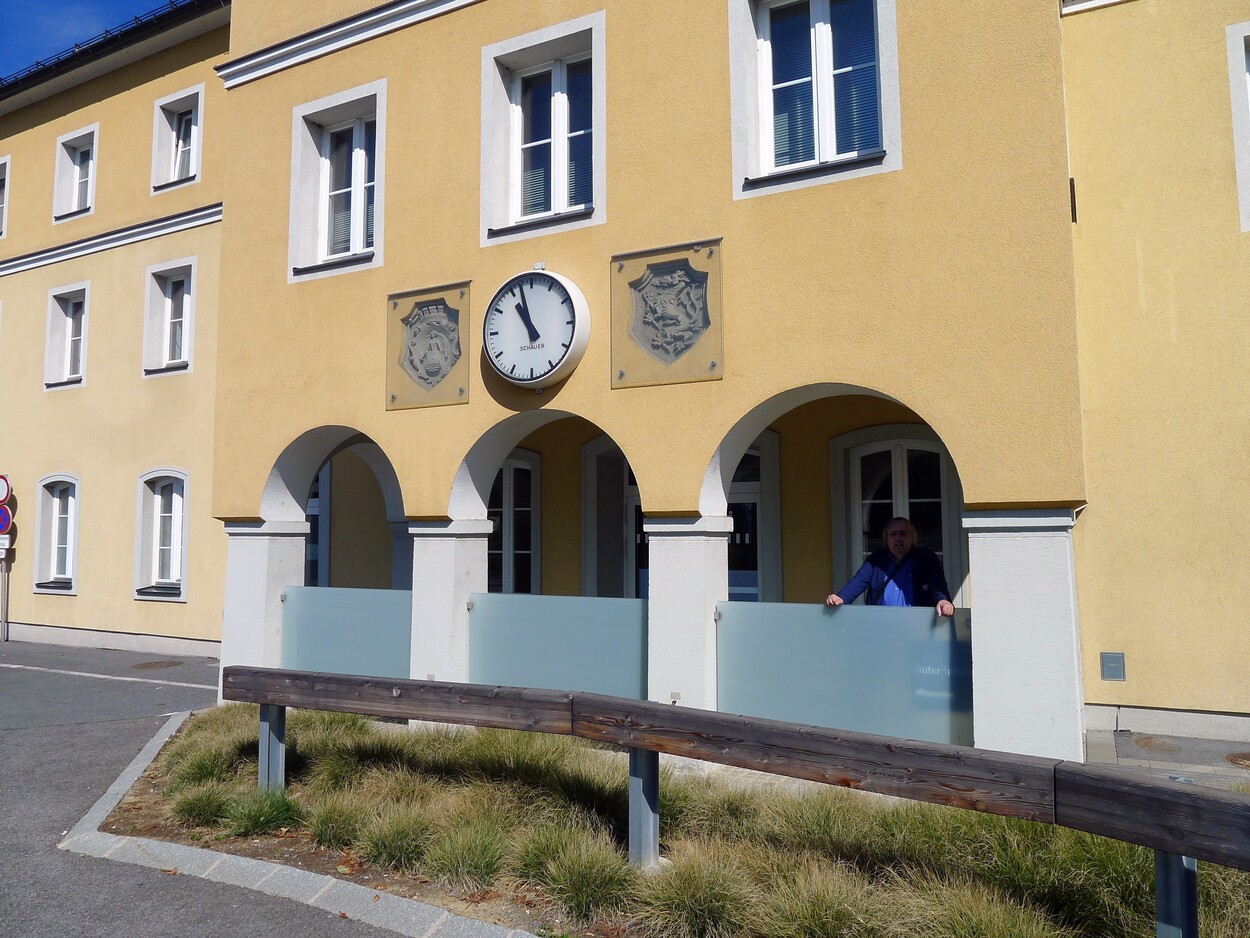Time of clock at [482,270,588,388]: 10:57
